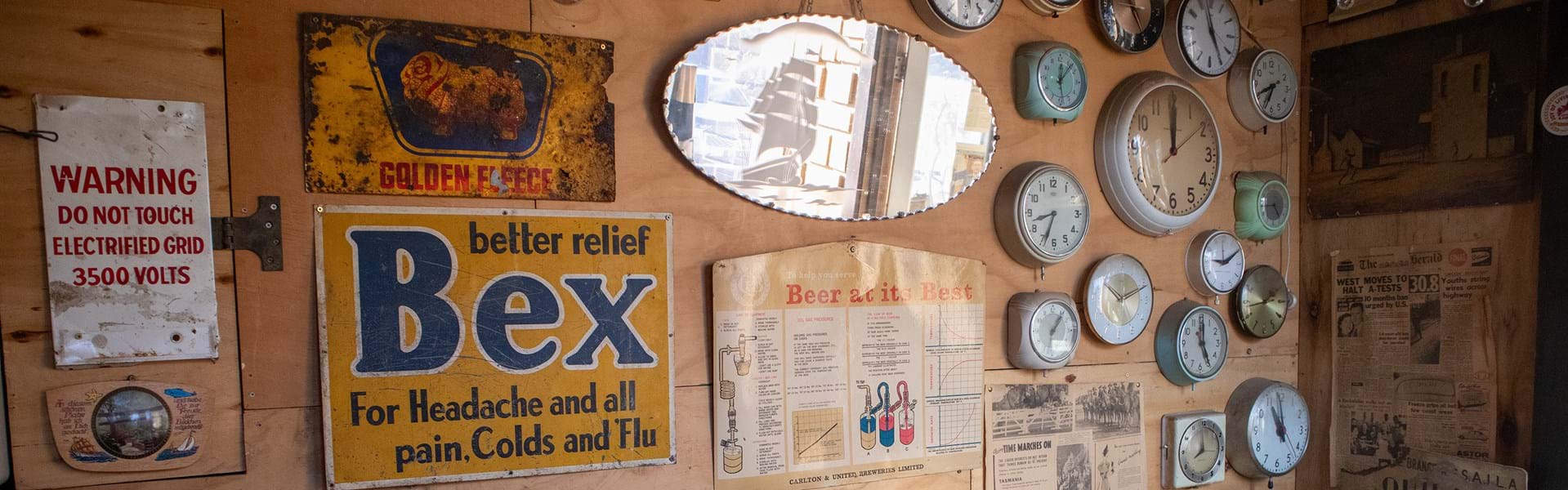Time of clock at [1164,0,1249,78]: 4:57
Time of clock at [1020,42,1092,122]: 12:07
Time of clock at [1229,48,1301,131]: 6:41
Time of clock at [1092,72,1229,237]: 12:00
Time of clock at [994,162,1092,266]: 8:33
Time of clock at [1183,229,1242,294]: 9:10
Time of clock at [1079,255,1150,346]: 10:11
